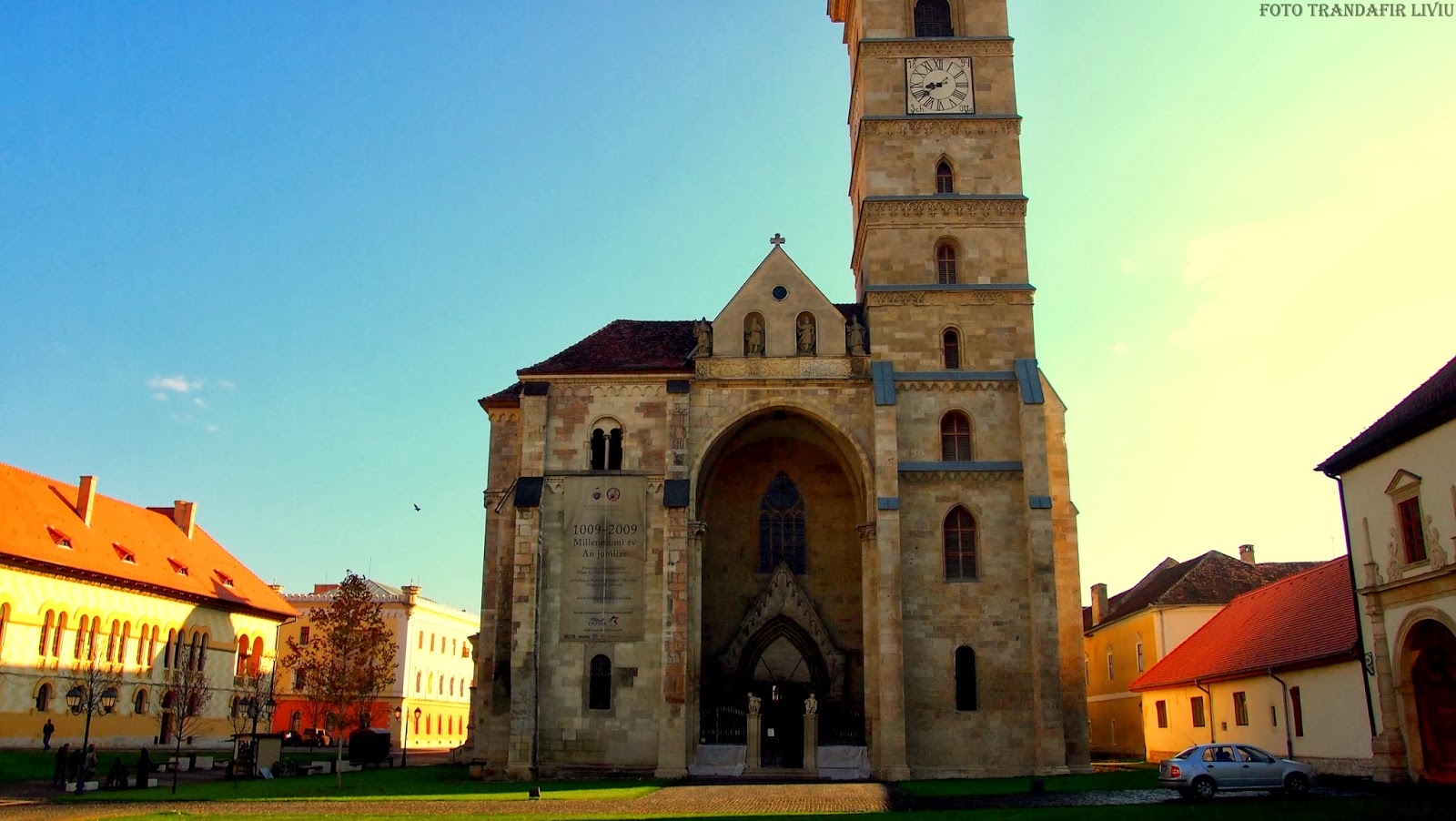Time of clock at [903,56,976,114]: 8:38
